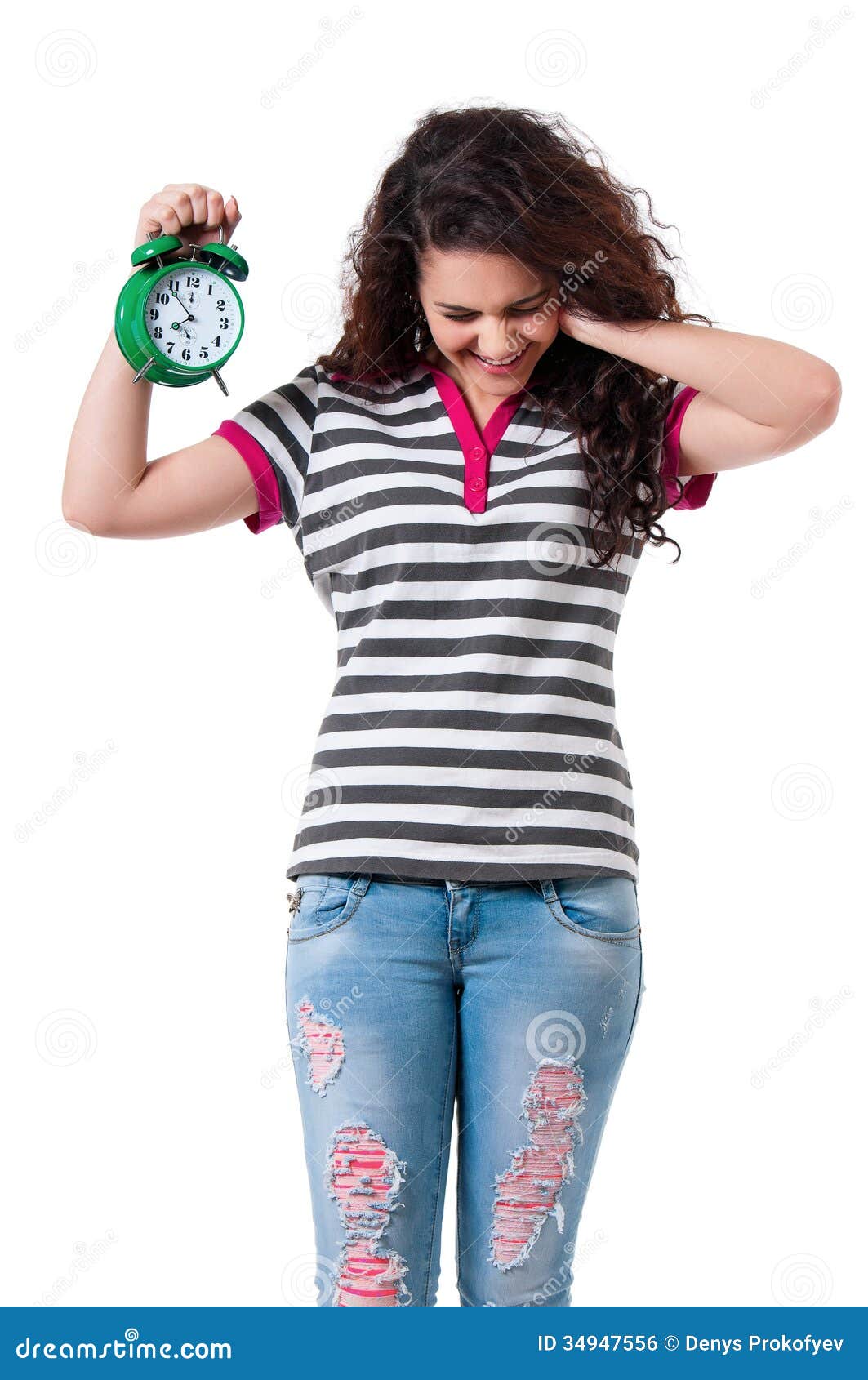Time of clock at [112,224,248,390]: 7:53
